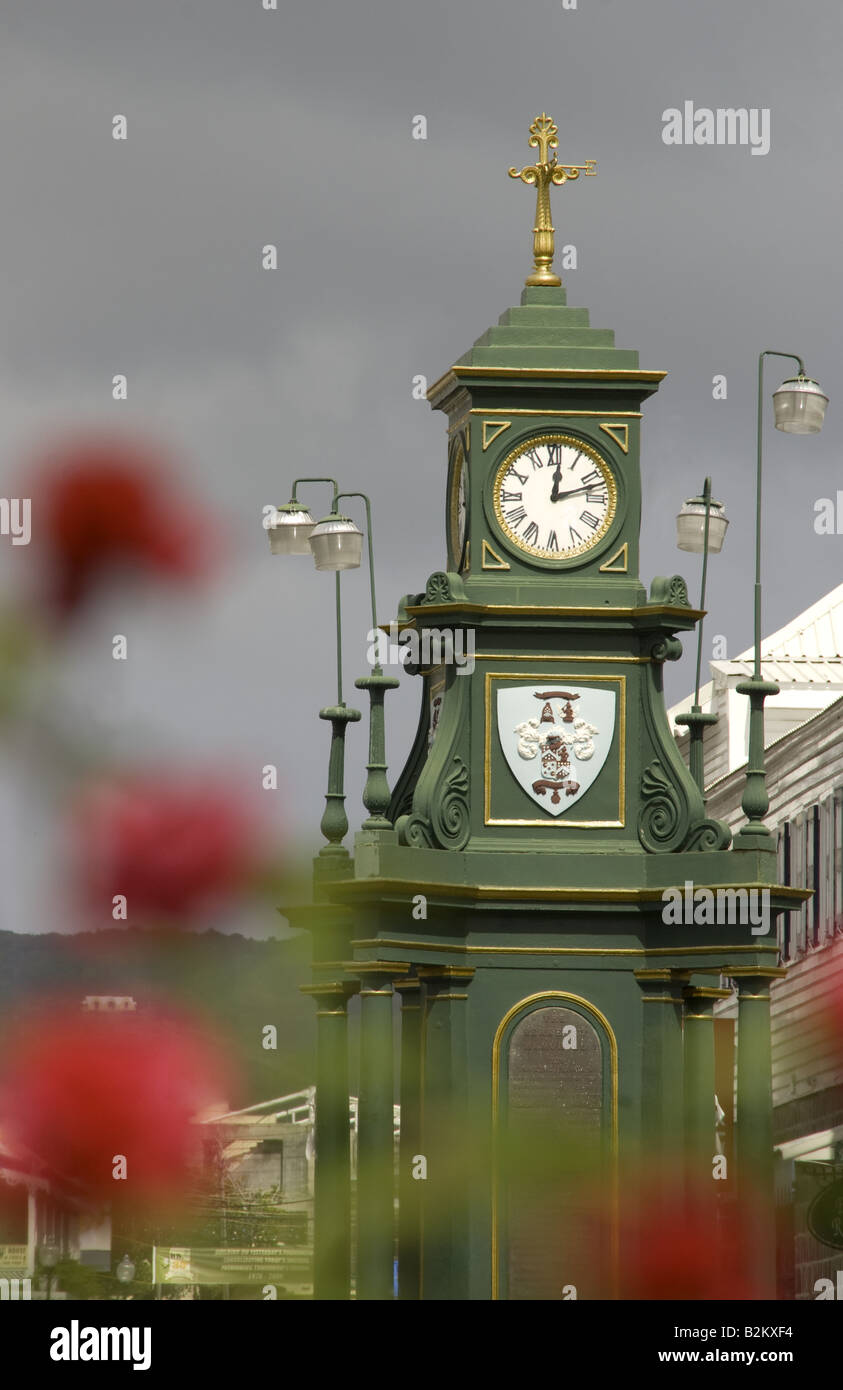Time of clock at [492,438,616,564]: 12:12
